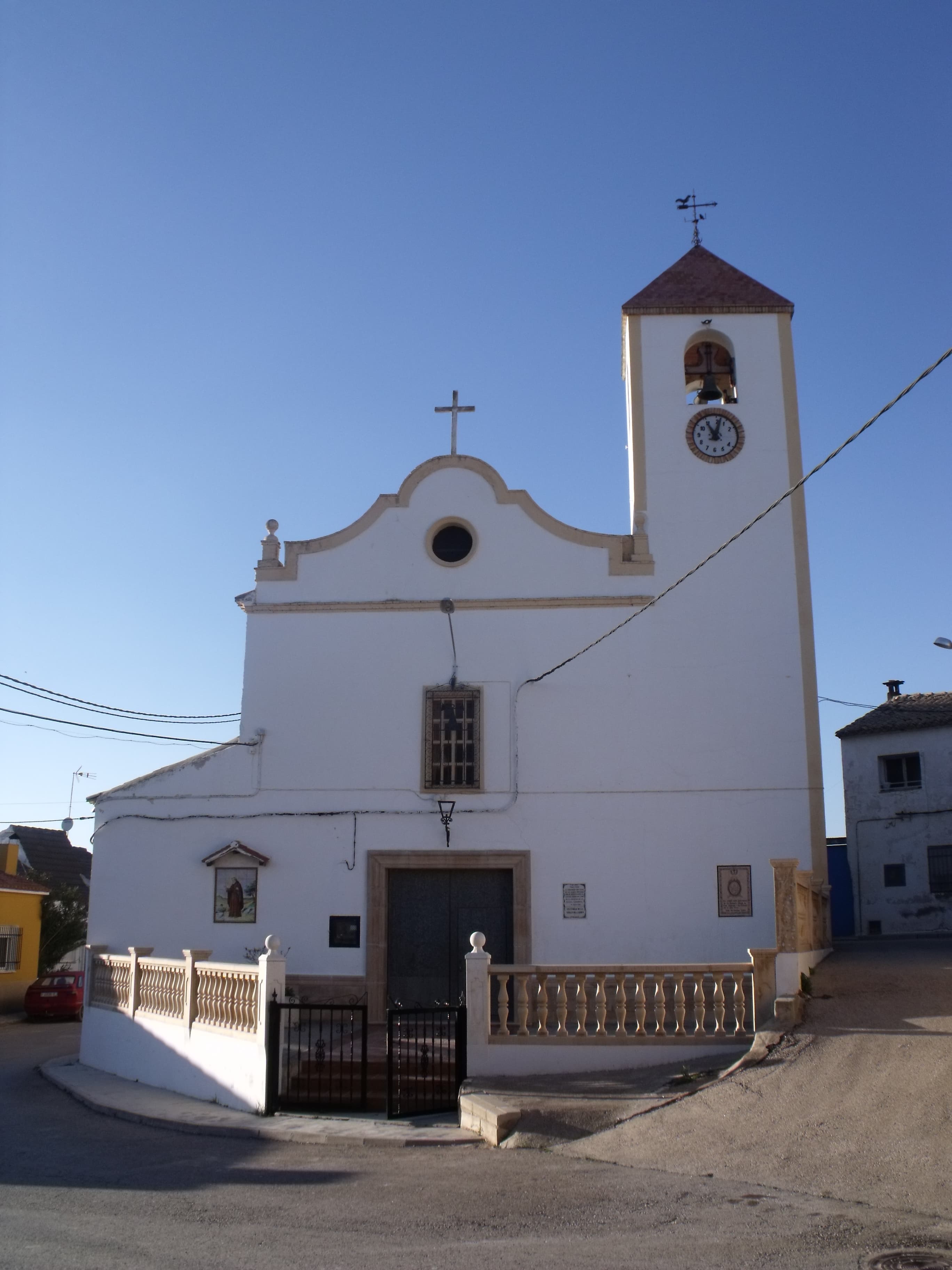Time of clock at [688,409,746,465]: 11:02
